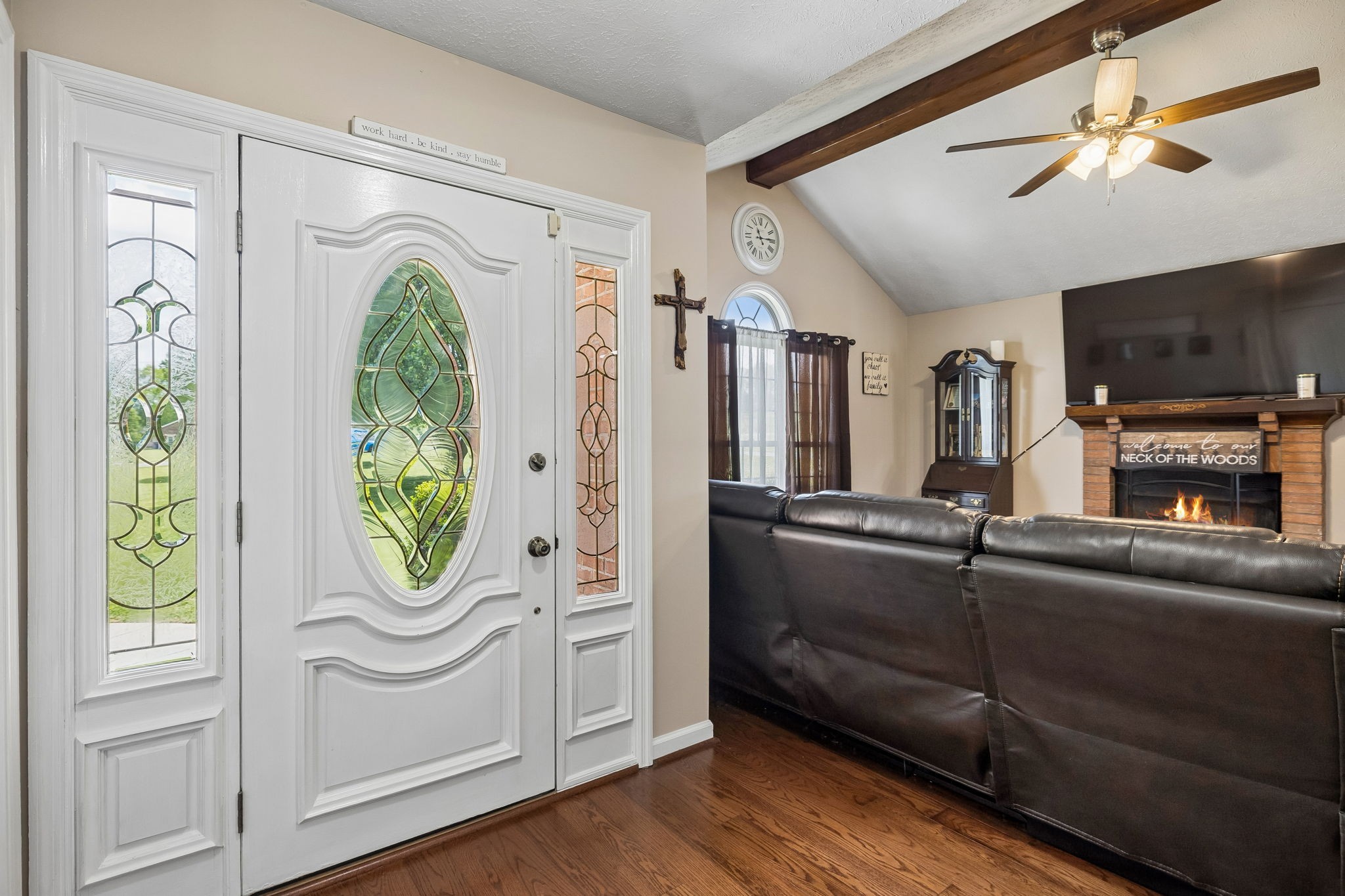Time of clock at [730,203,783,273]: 11:14
